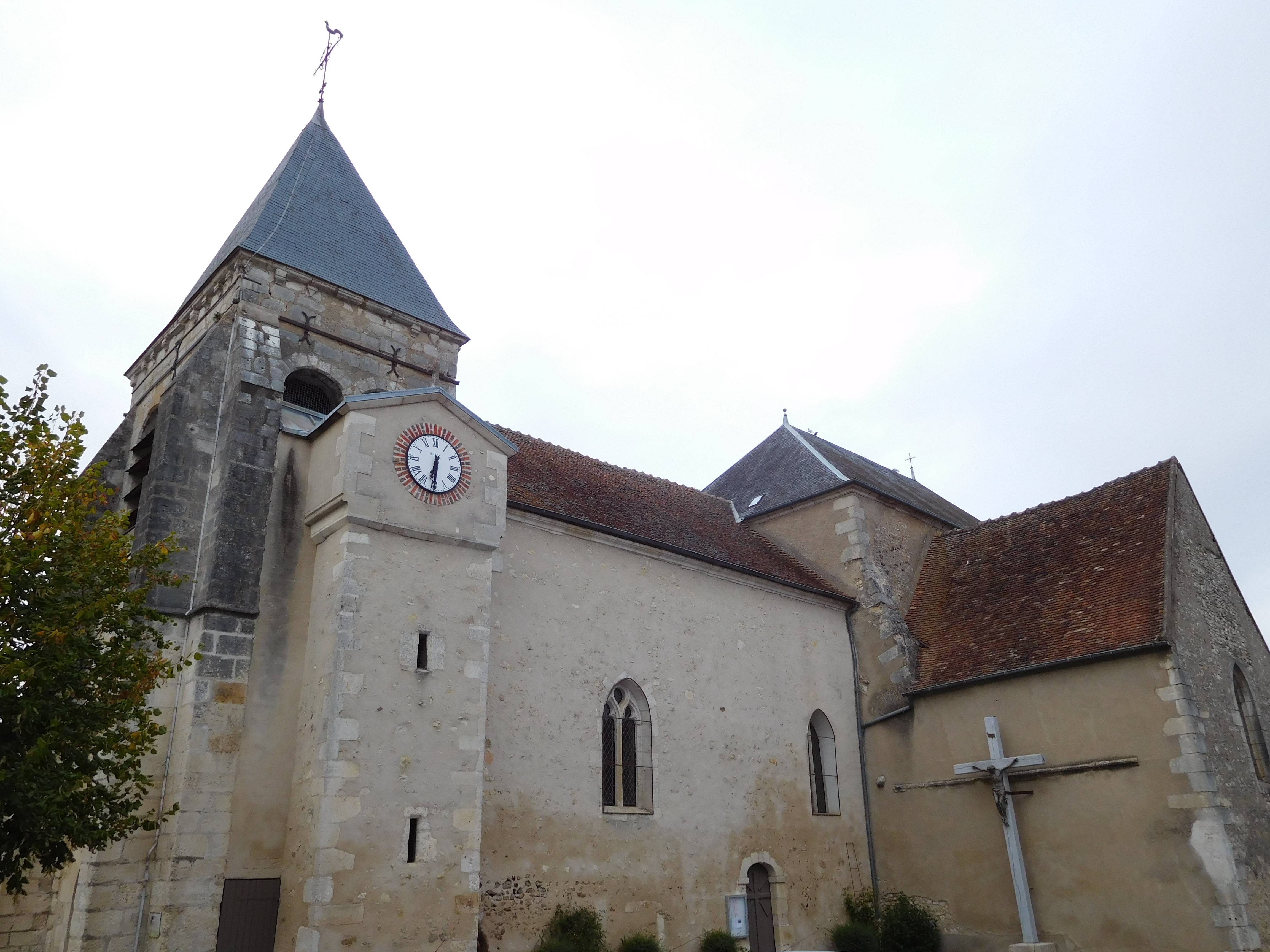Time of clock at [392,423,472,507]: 6:30
